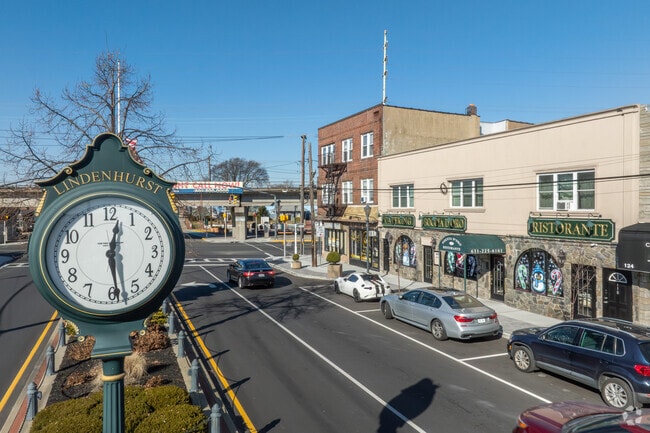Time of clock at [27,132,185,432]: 12:28
